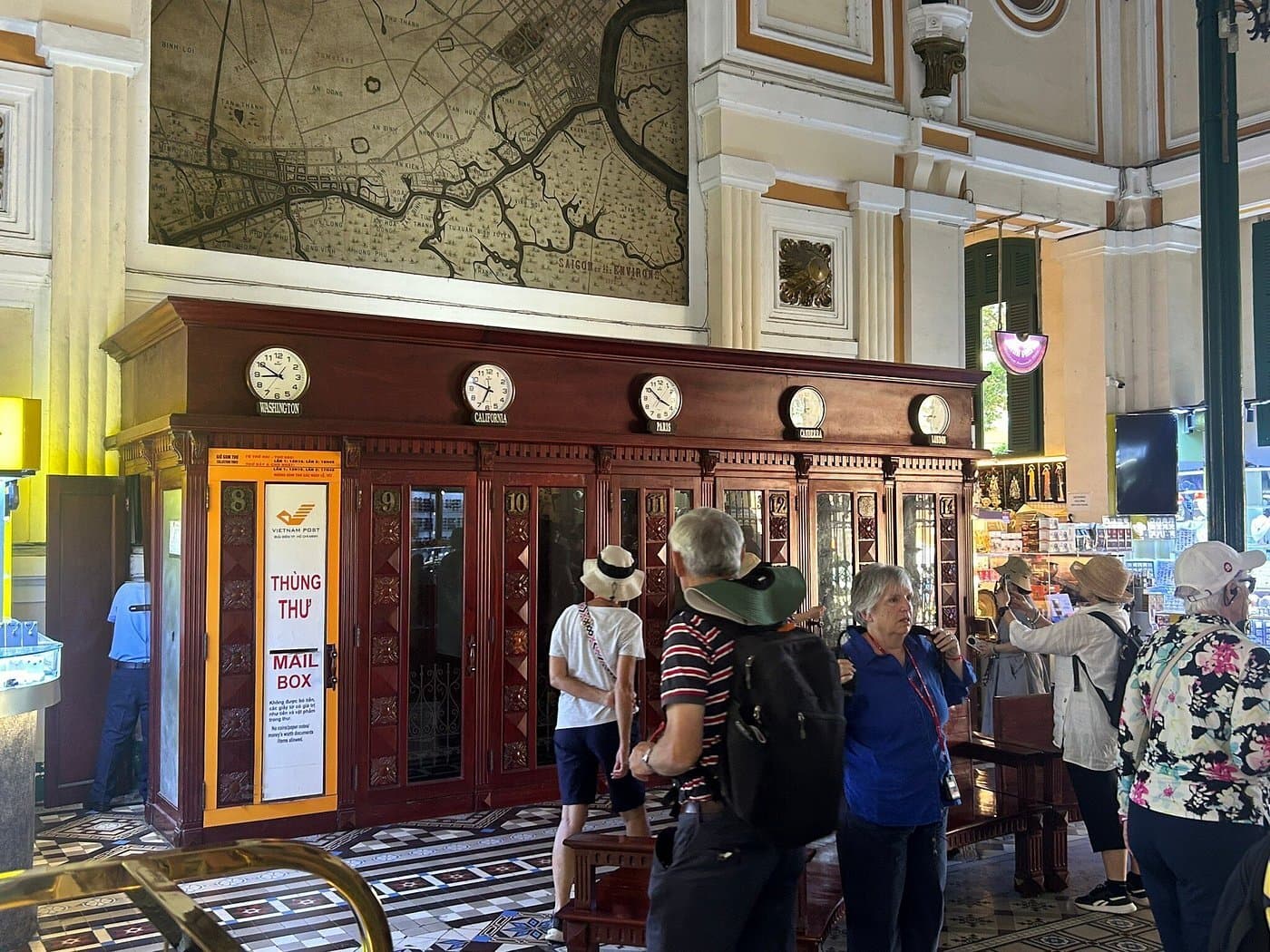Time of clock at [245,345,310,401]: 8:50
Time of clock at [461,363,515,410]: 6:48
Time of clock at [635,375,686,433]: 3:51
